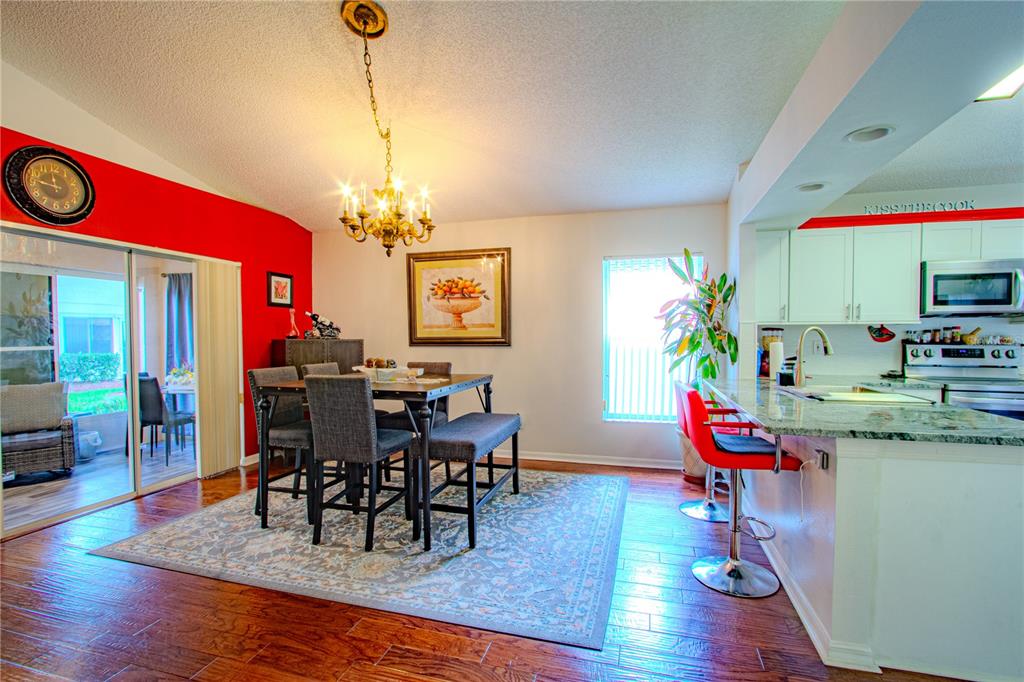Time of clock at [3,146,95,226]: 11:46
